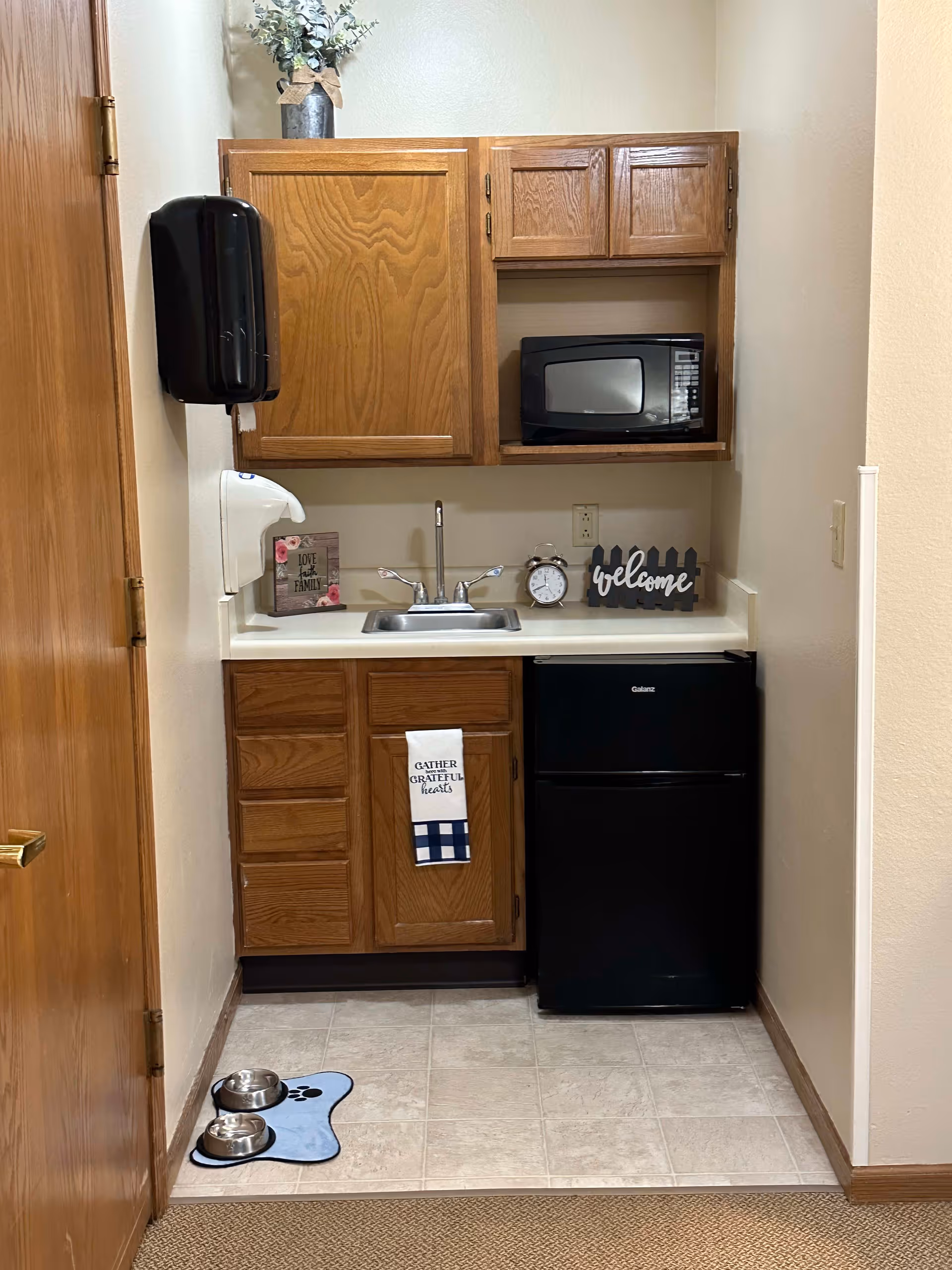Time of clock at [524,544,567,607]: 11:41
